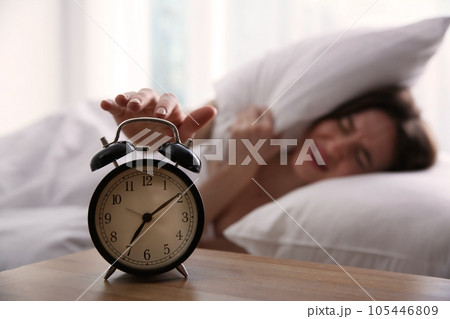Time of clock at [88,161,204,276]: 7:09
